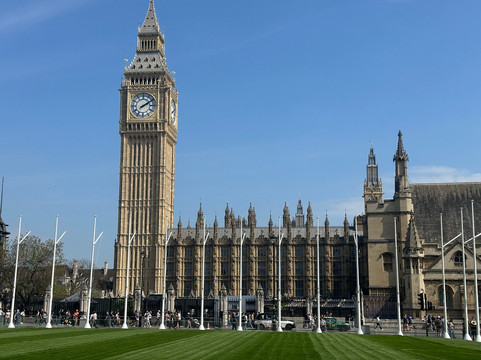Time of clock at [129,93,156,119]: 2:09
